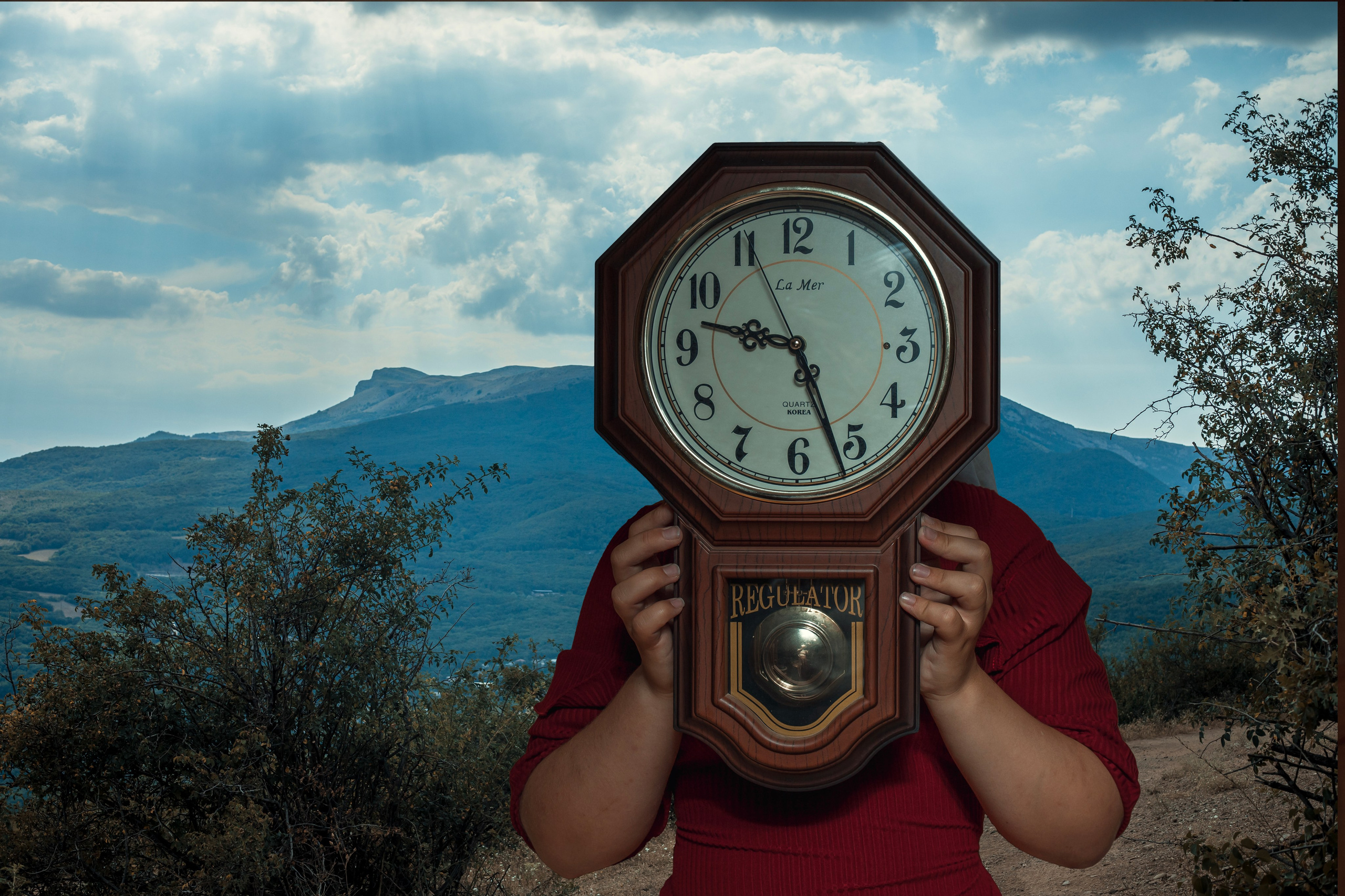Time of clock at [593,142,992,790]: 9:26
